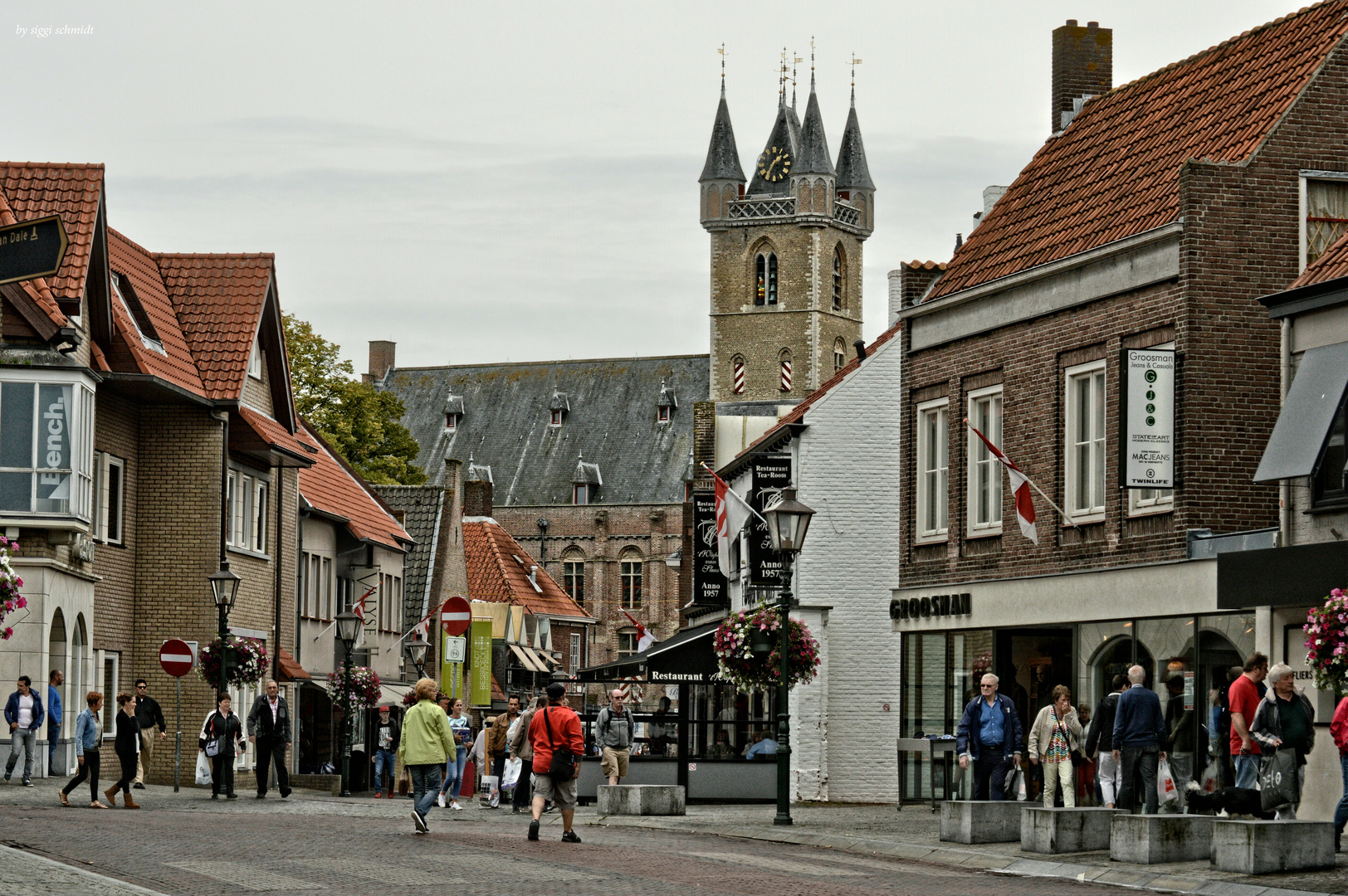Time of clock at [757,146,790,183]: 1:35
